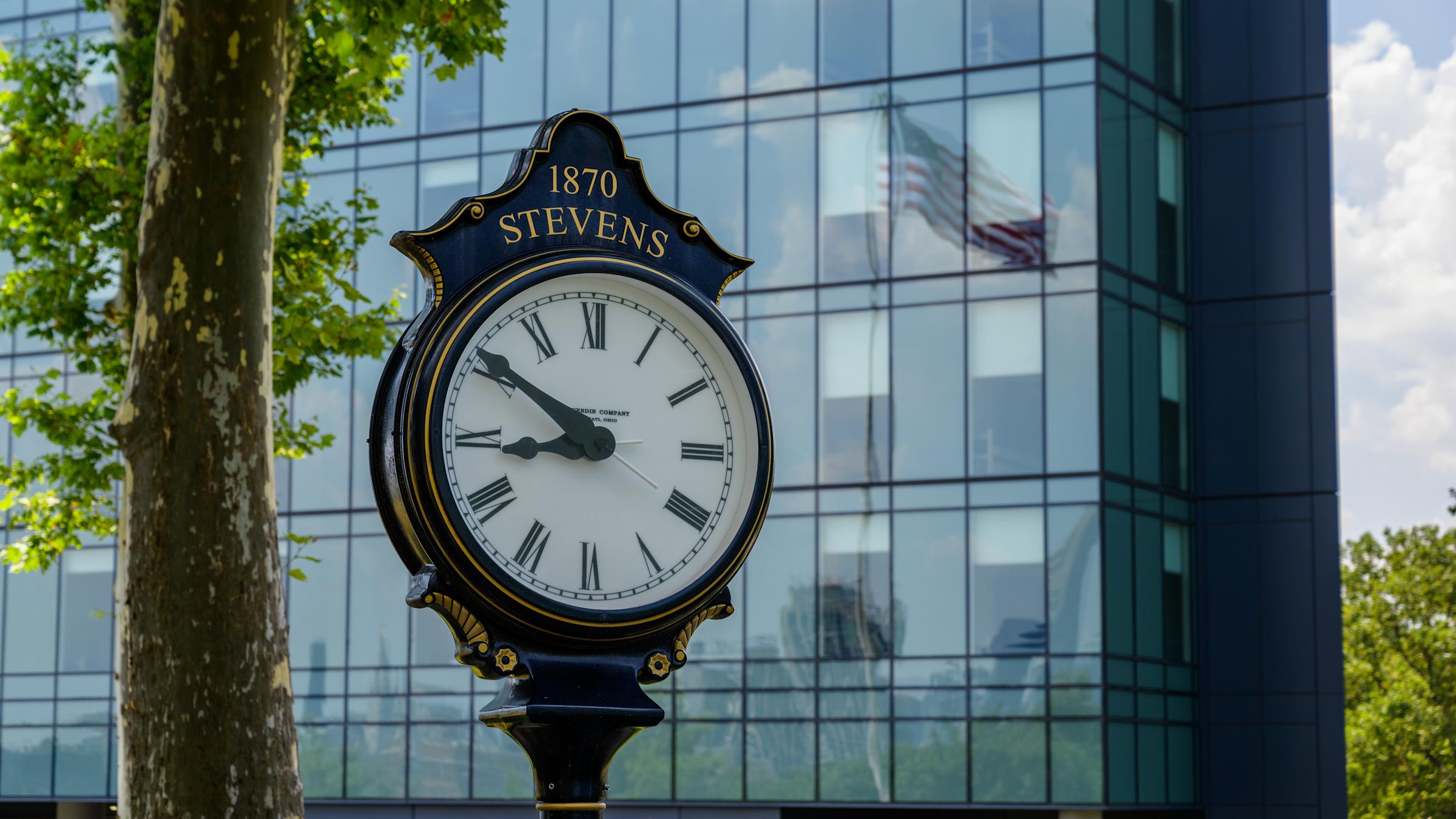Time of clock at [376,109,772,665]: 8:50
